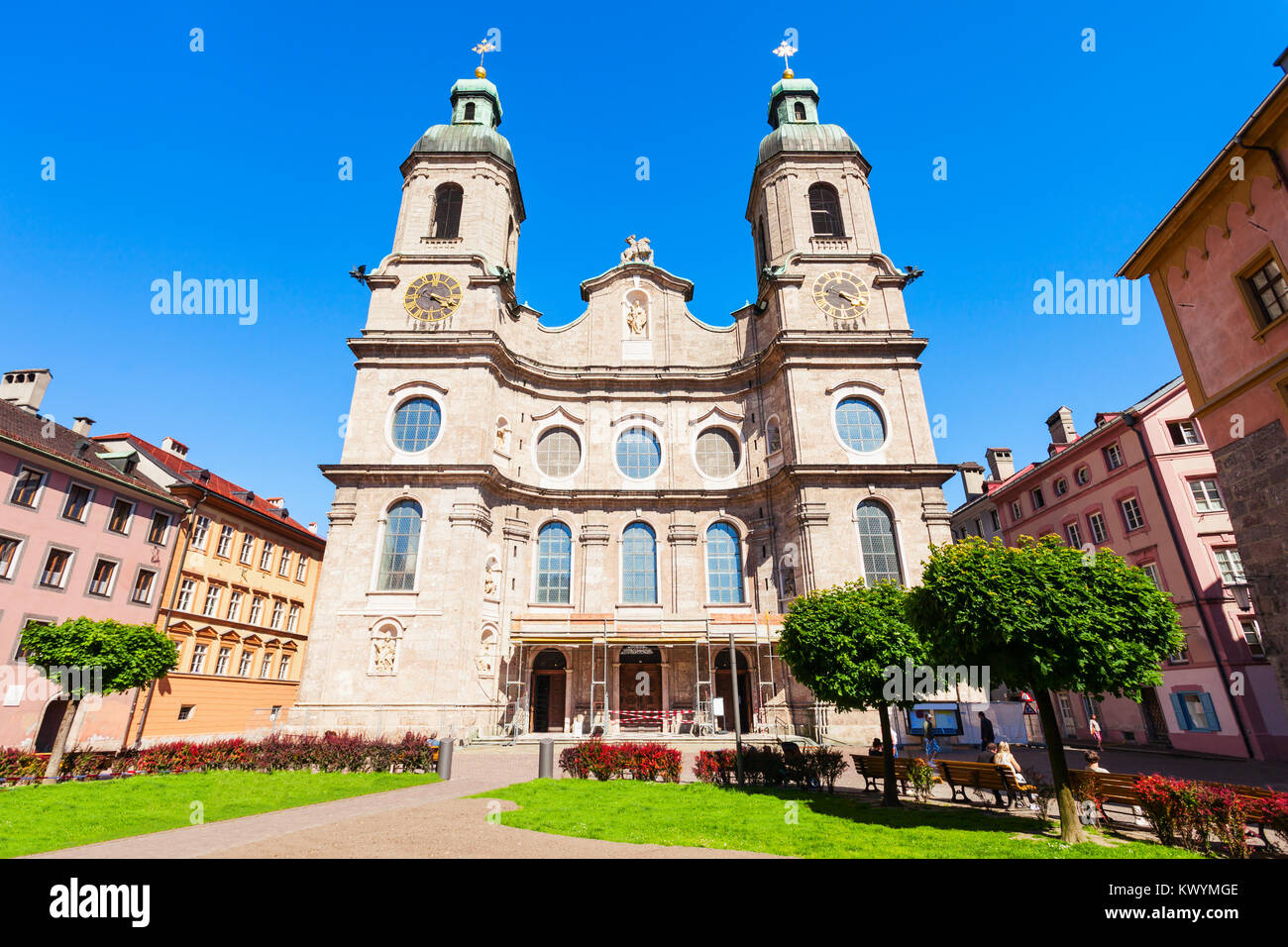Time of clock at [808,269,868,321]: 4:17
